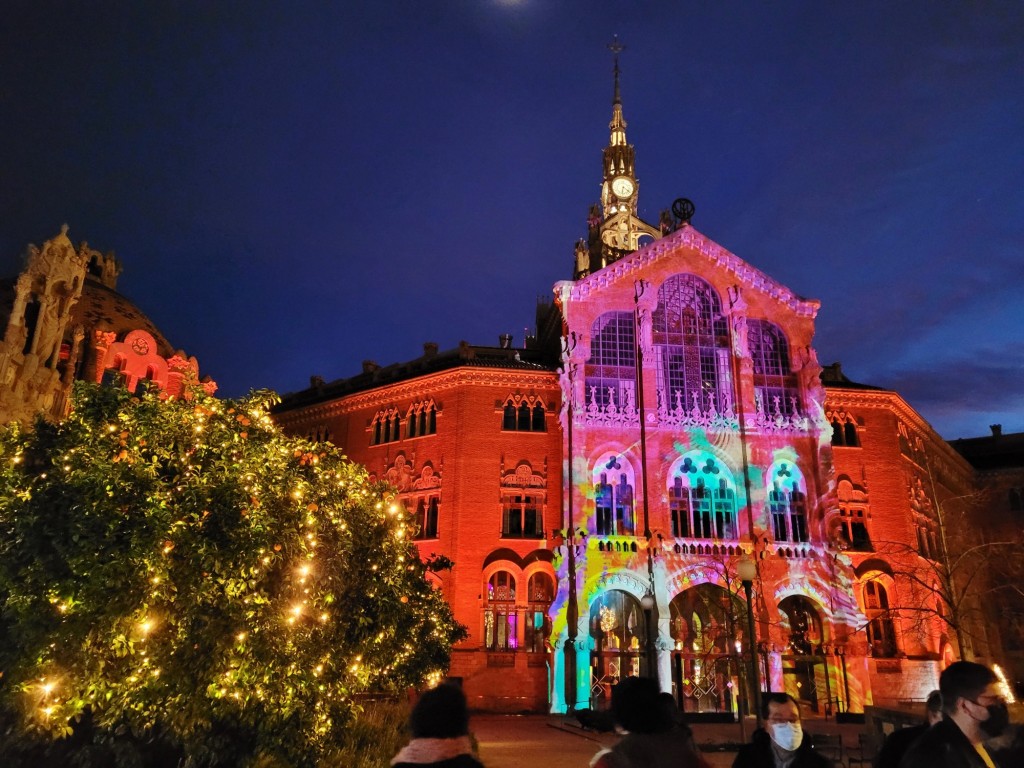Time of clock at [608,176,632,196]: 6:21
